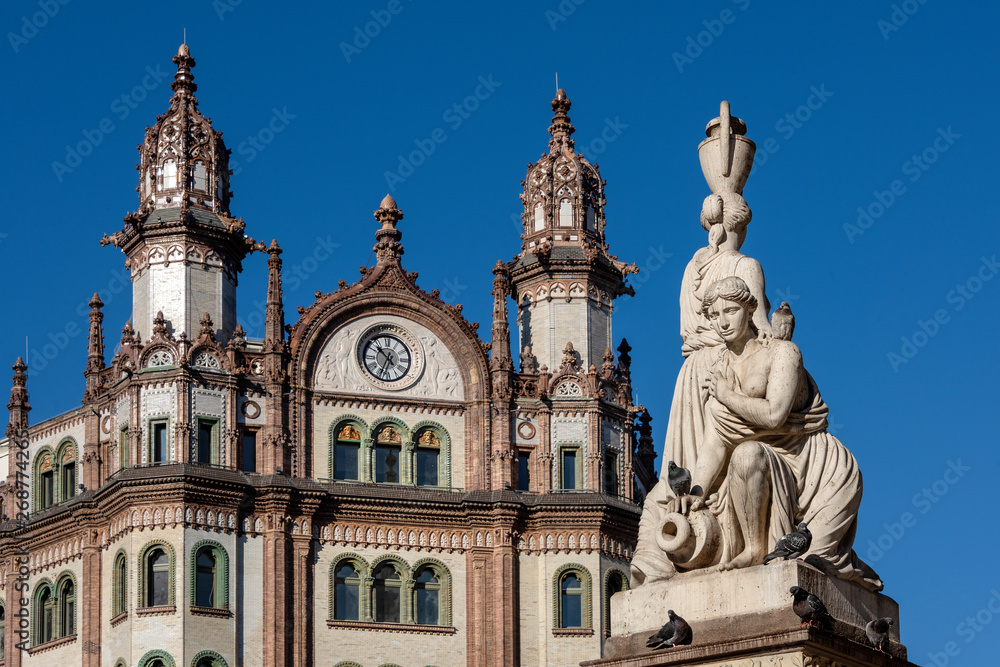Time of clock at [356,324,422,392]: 10:34
